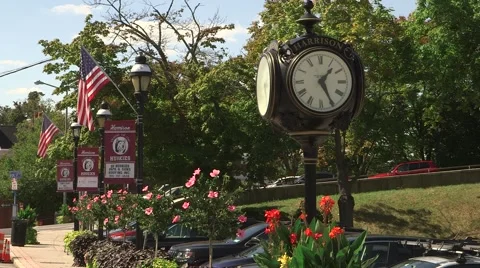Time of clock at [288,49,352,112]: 1:25
